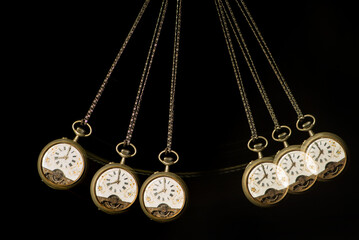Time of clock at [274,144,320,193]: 6:54
